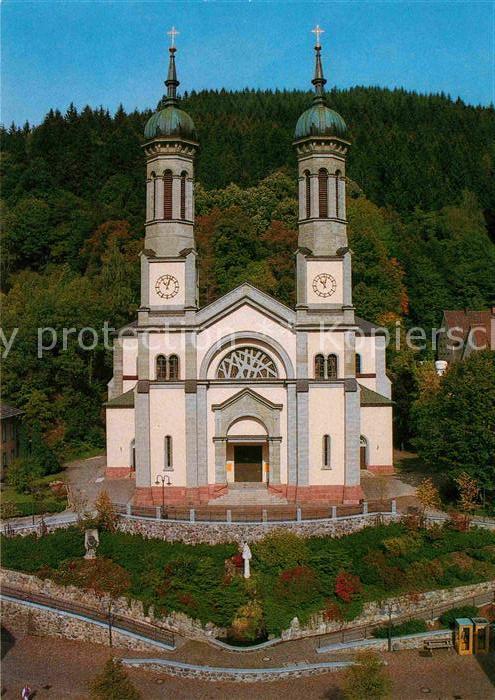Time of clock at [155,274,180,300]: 11:03
